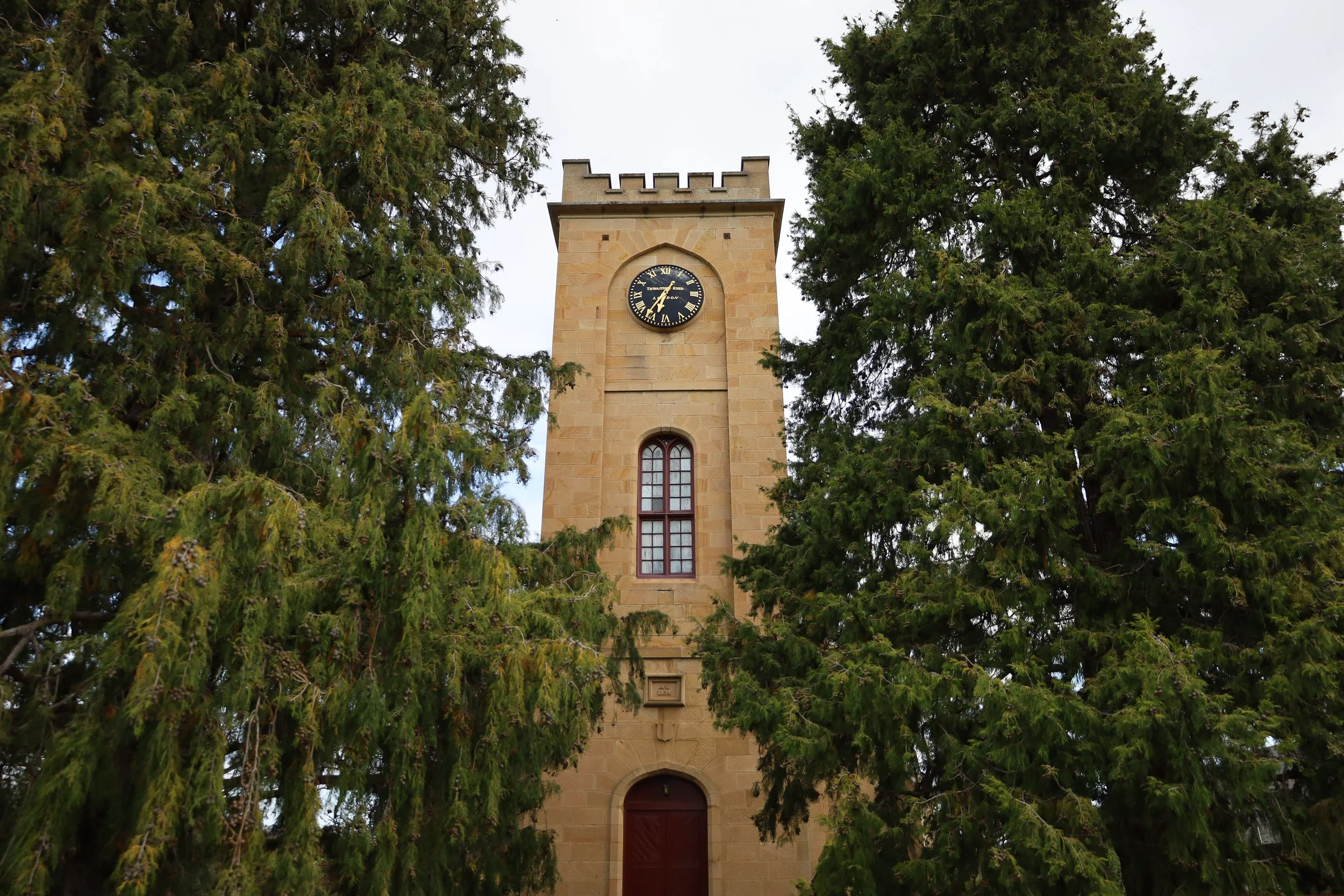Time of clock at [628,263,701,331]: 6:36
